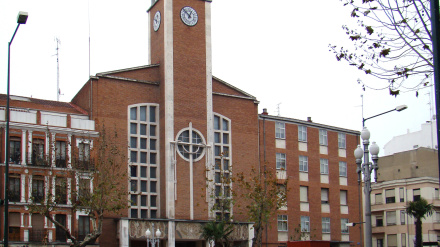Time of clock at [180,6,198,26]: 12:52
